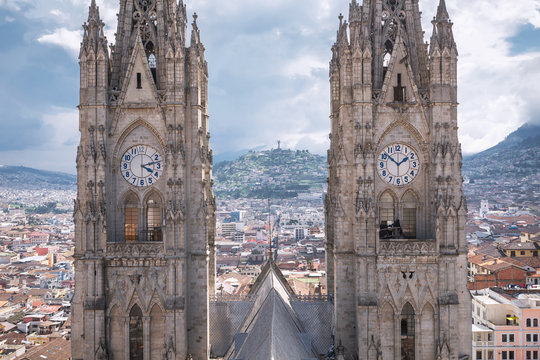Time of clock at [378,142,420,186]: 1:51
